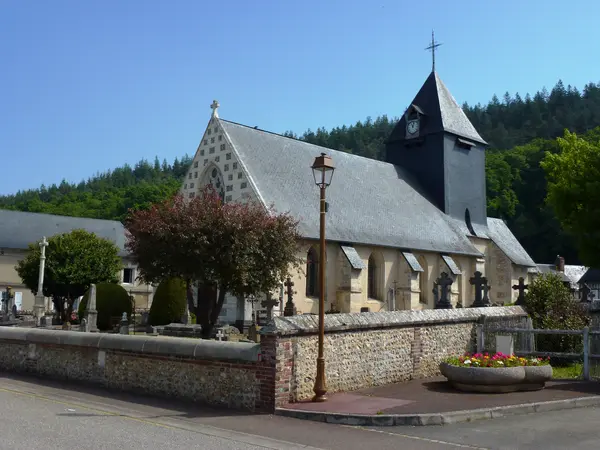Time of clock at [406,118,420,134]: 11:02
